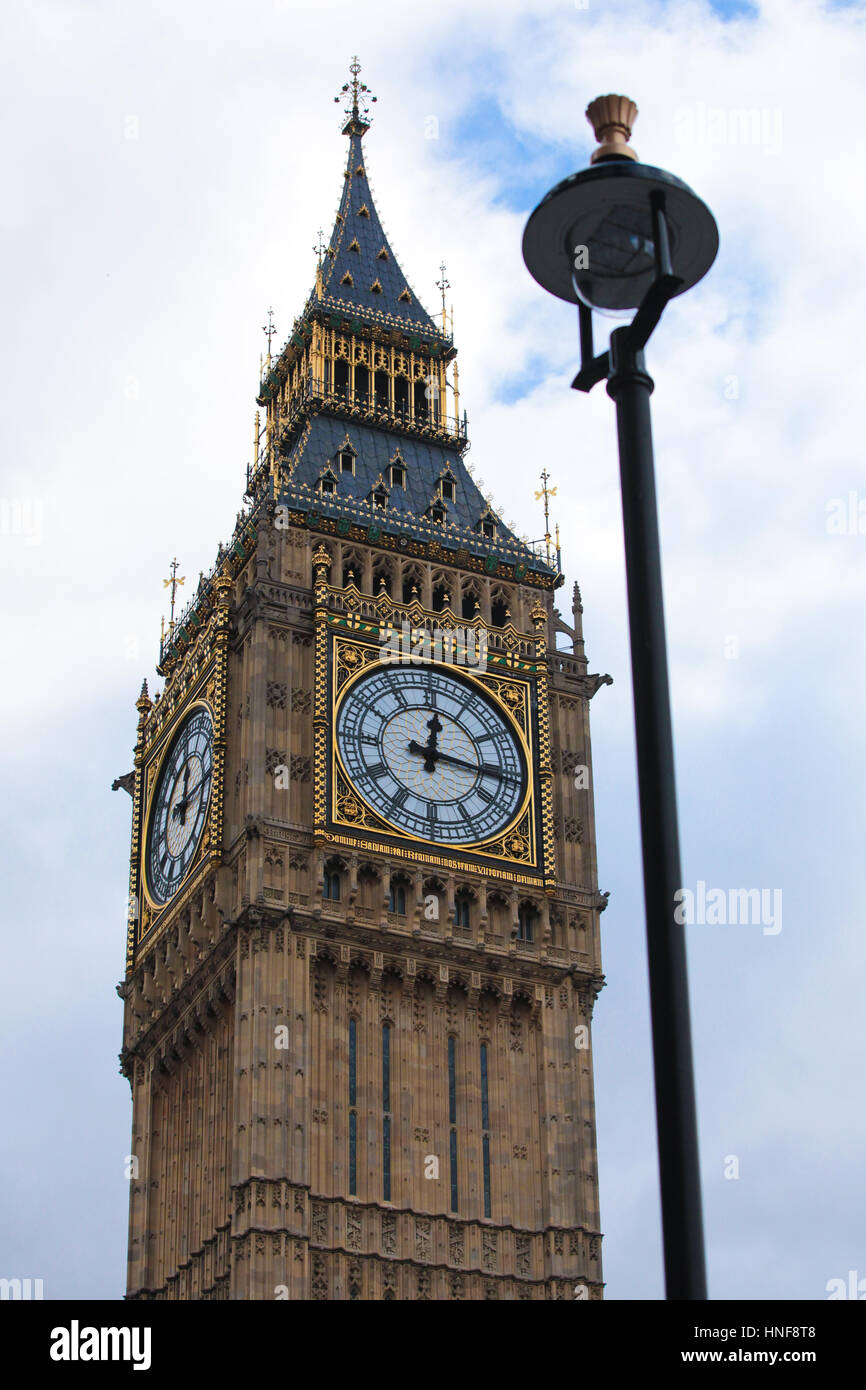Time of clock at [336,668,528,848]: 12:16
